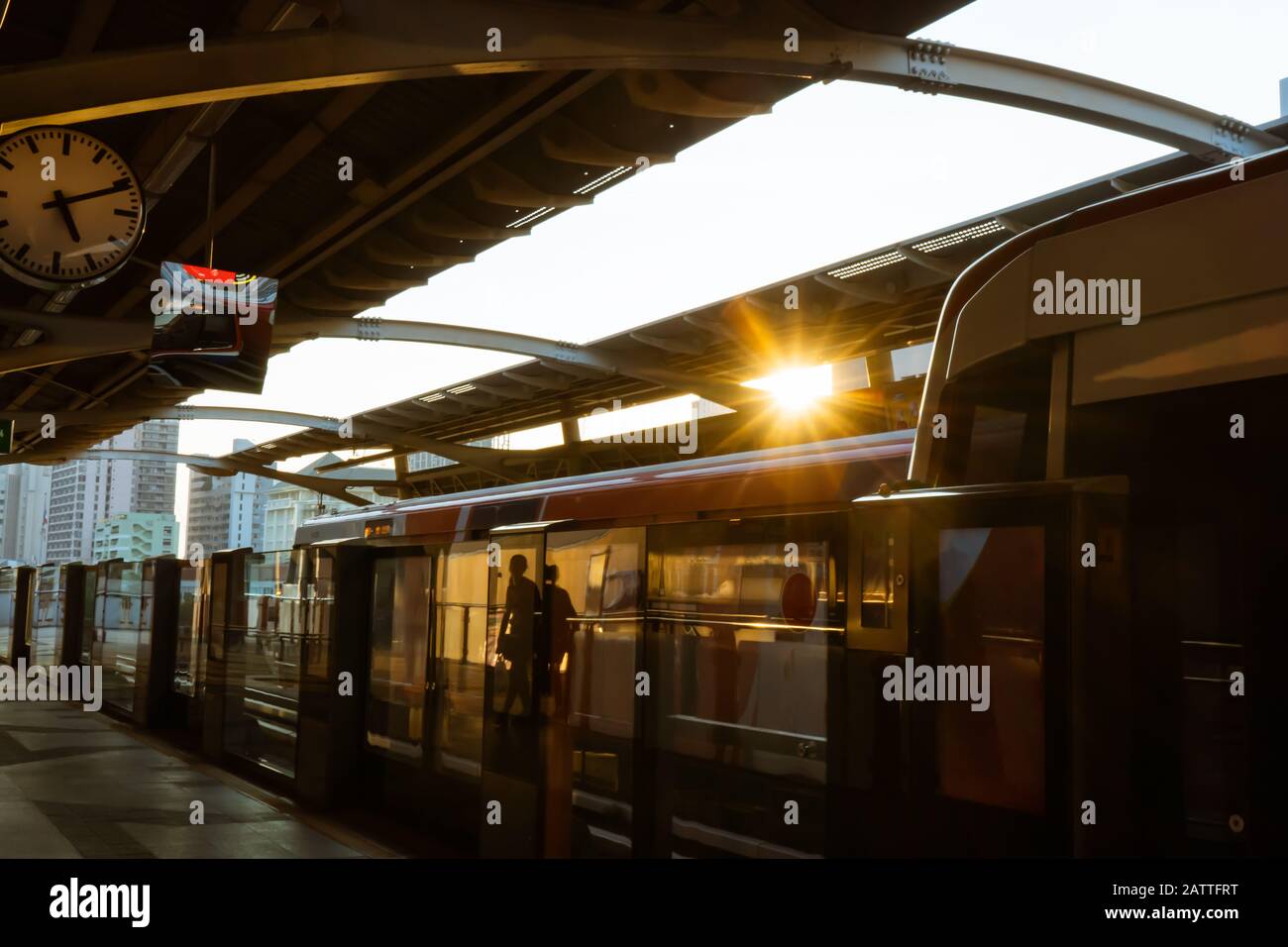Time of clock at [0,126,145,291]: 5:11
